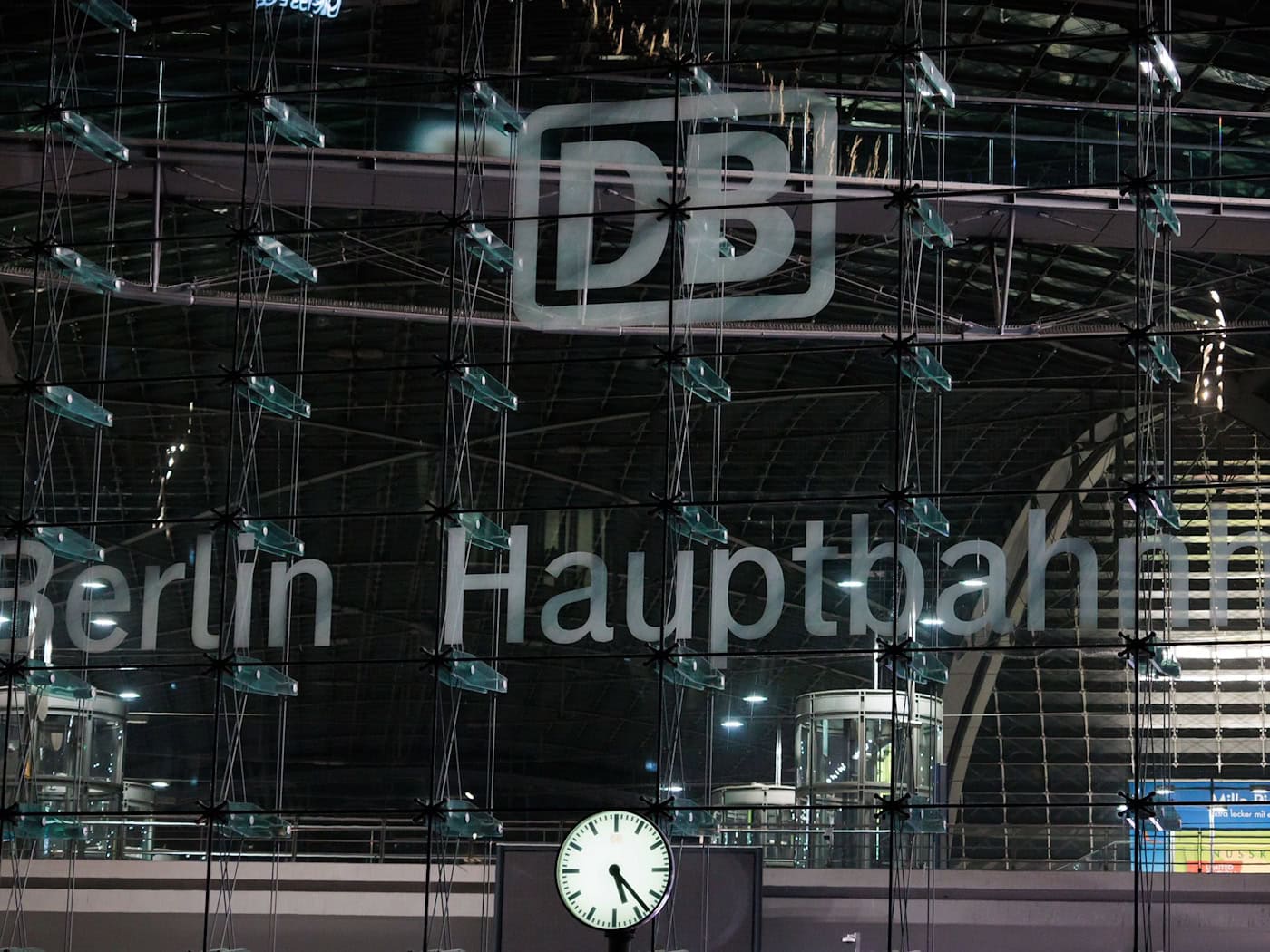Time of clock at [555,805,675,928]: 5:23
